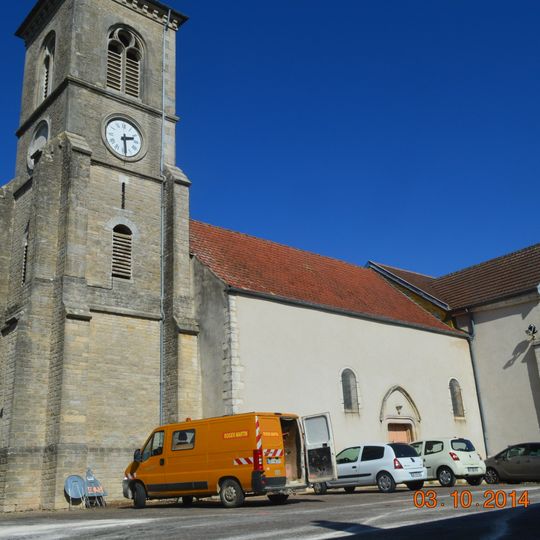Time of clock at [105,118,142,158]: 2:29
